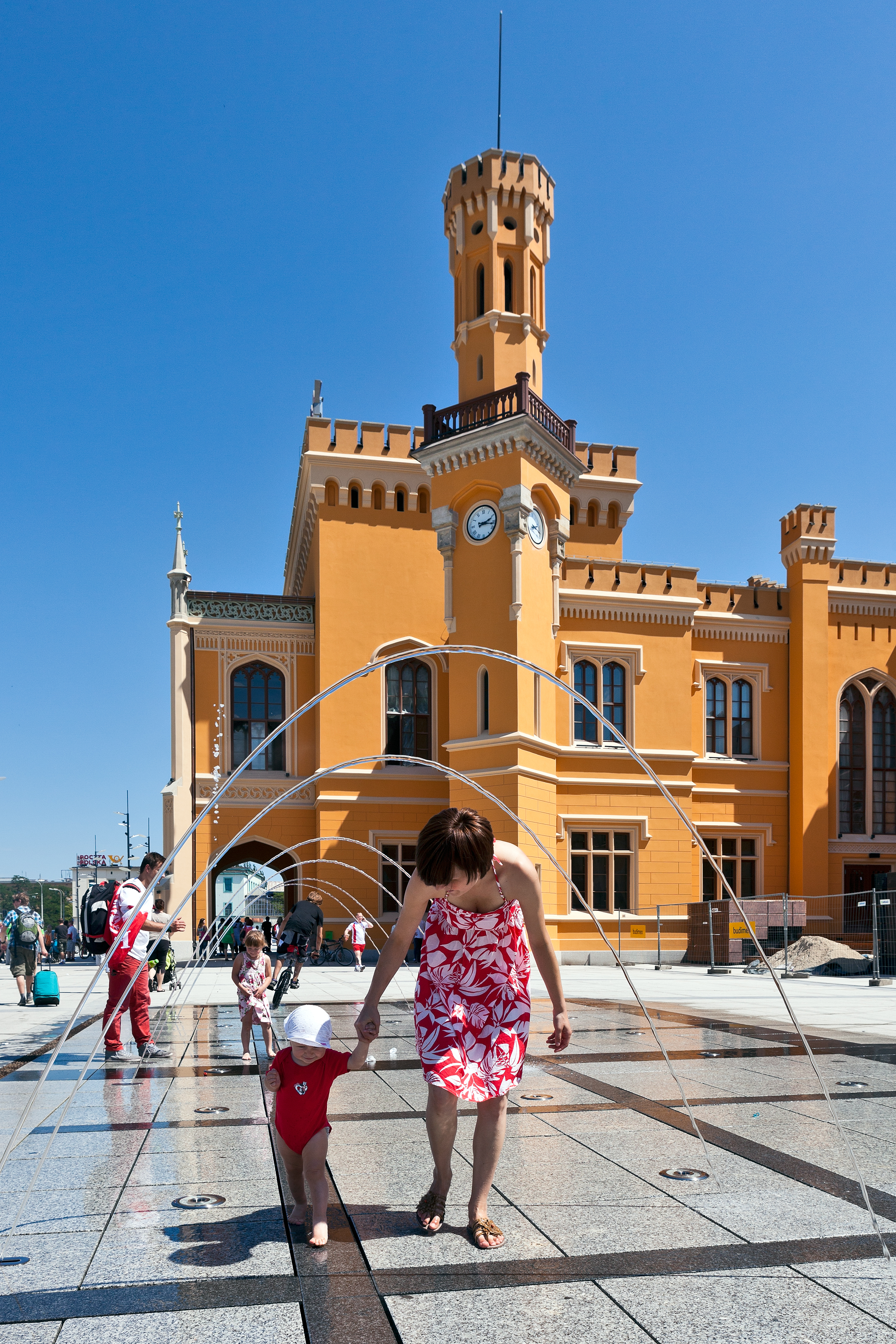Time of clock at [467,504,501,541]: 2:17
